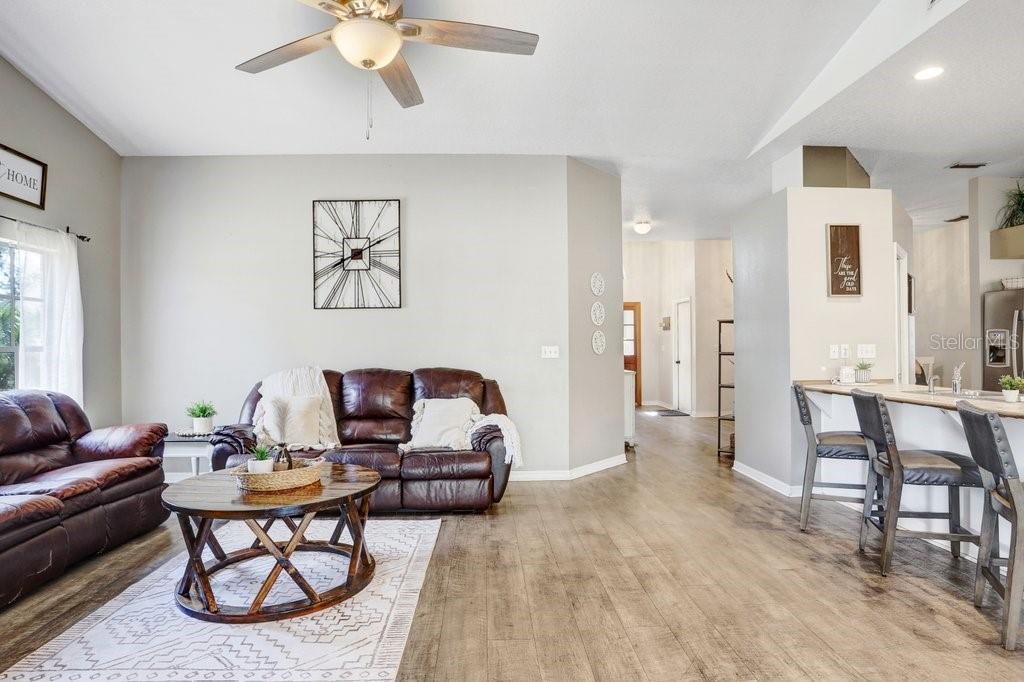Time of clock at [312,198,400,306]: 8:11
